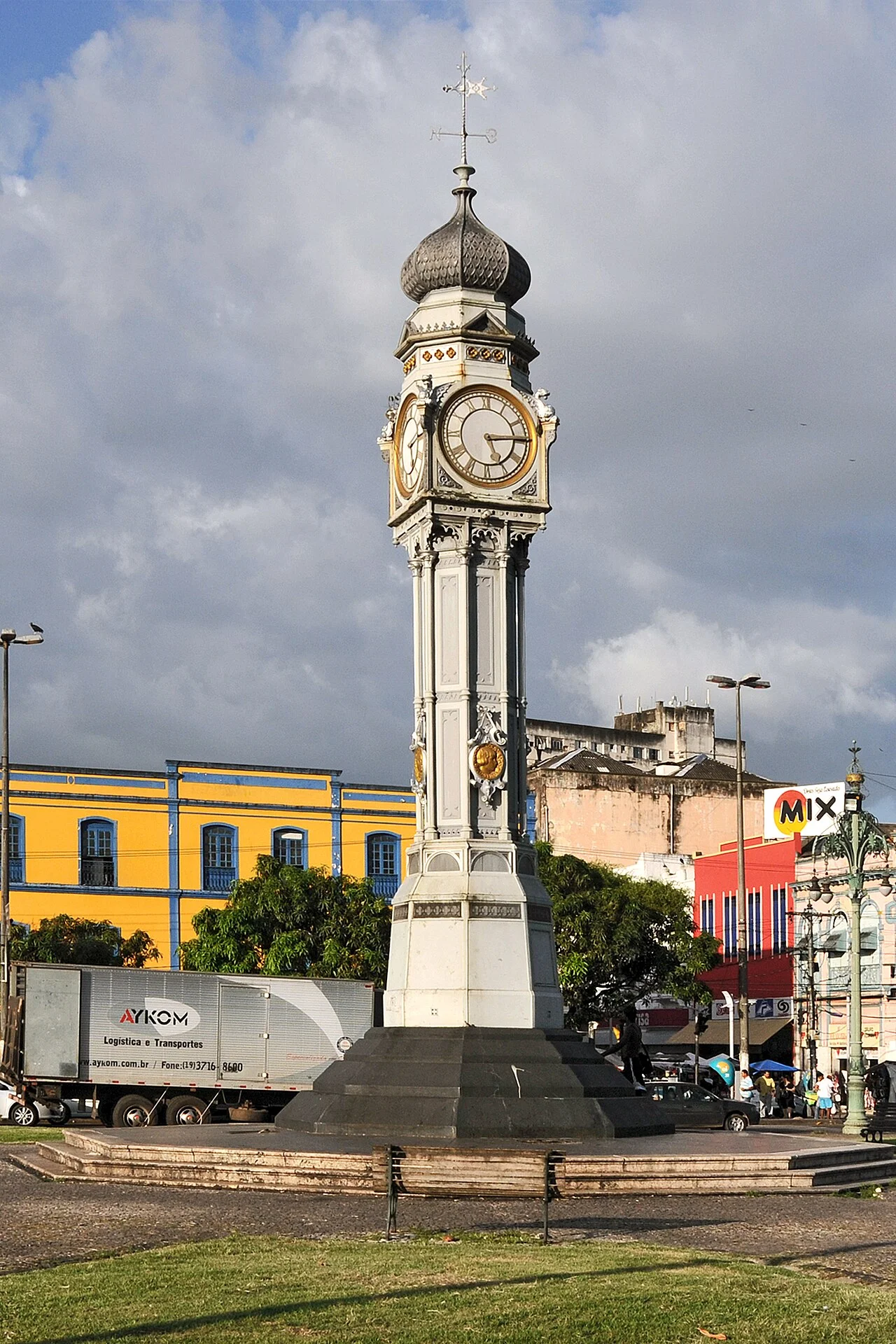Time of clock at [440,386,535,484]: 5:14
